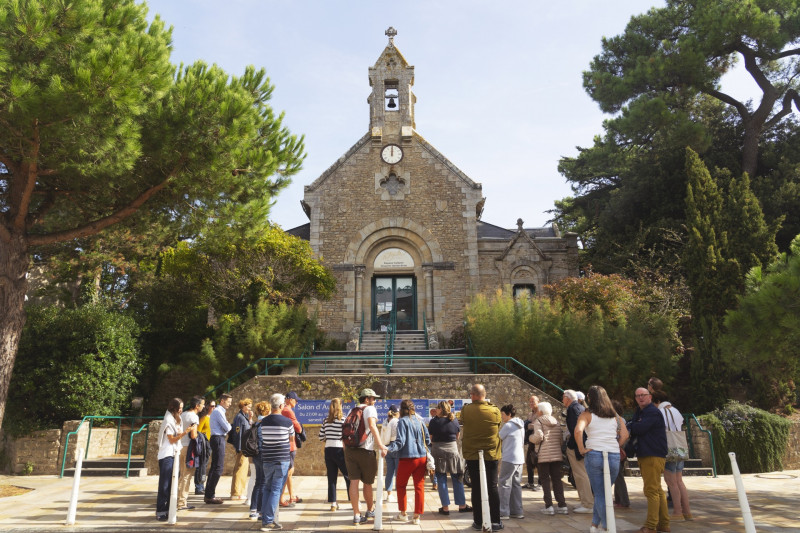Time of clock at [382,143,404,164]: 12:00
